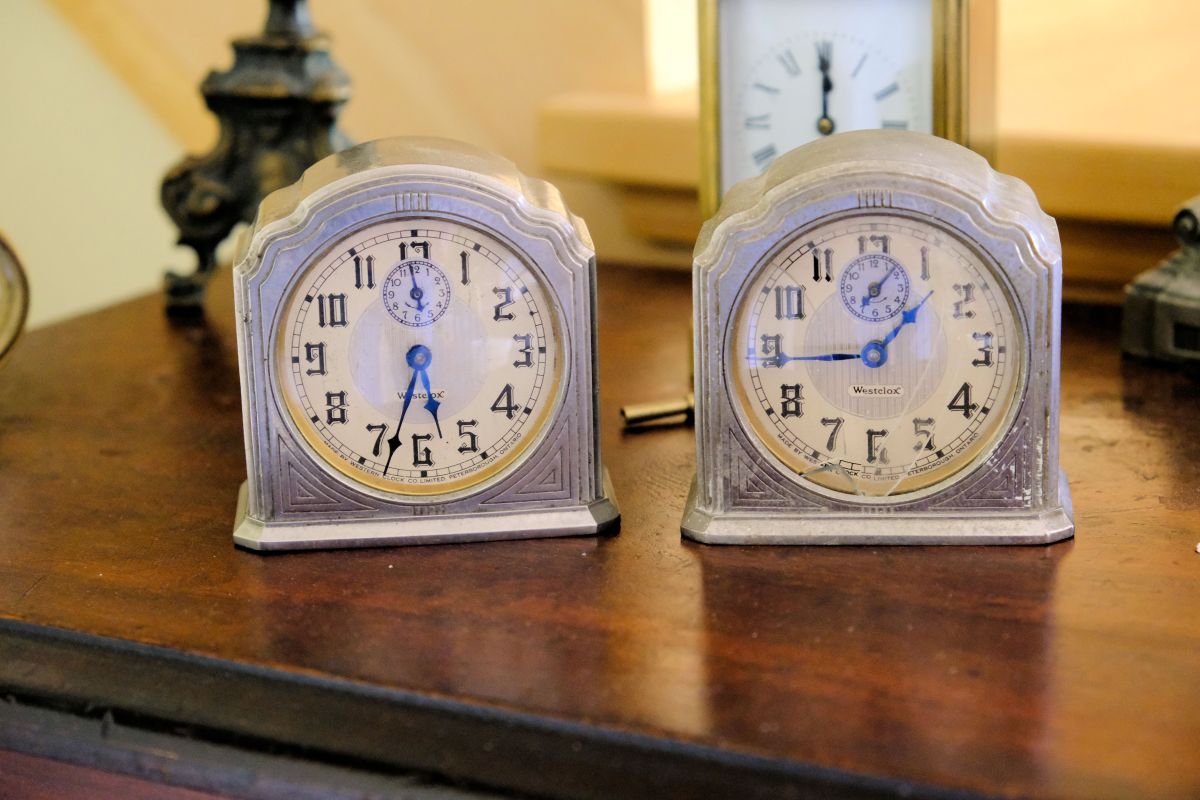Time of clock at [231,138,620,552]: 5:33
